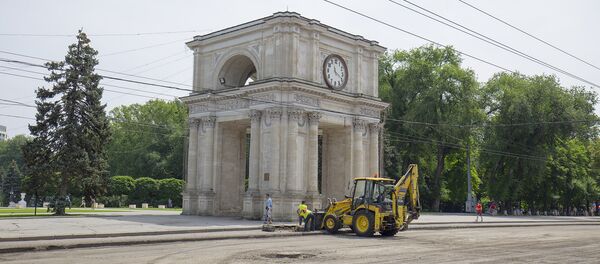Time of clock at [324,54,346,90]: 11:19
